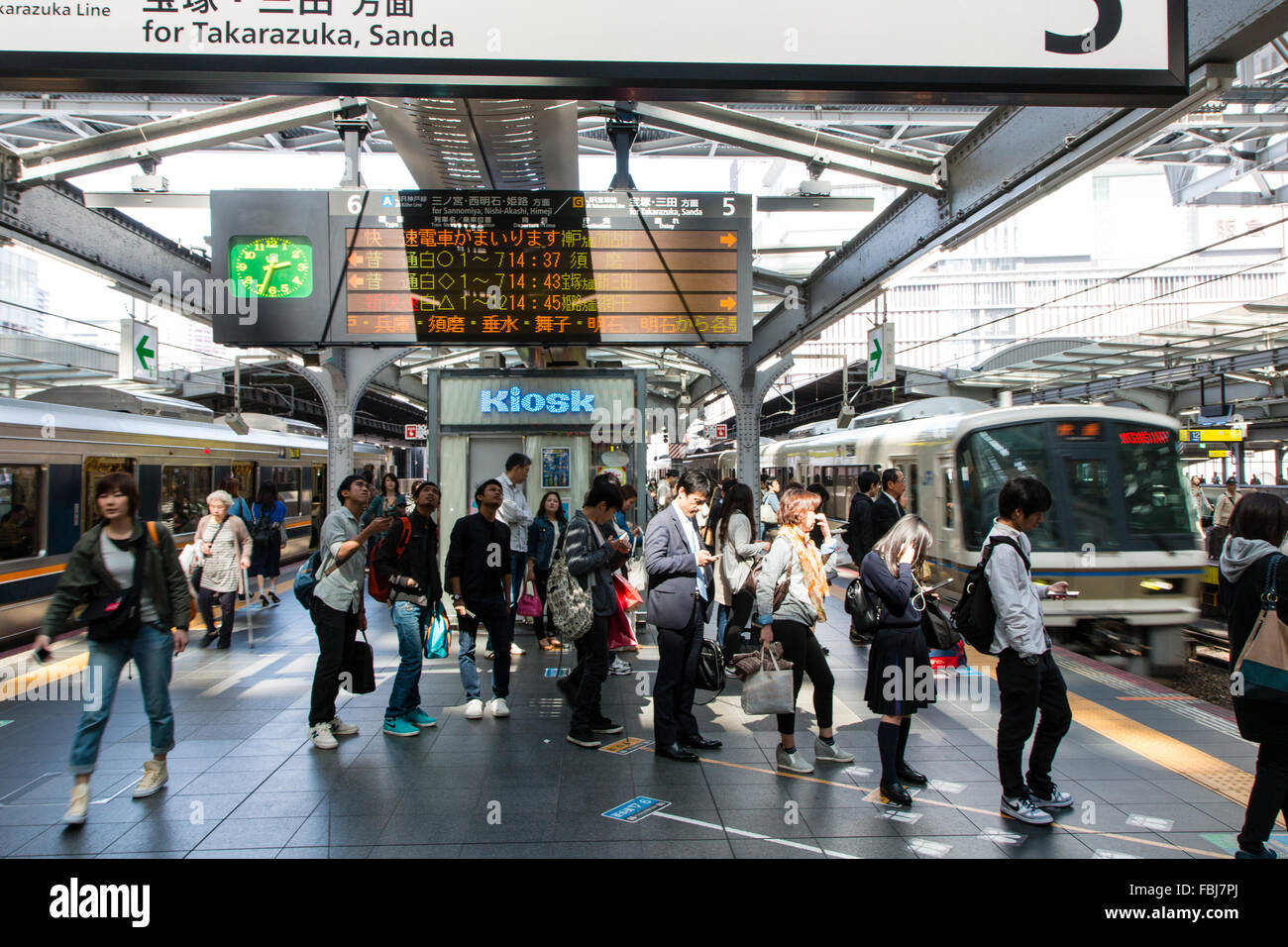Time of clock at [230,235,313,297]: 2:33
